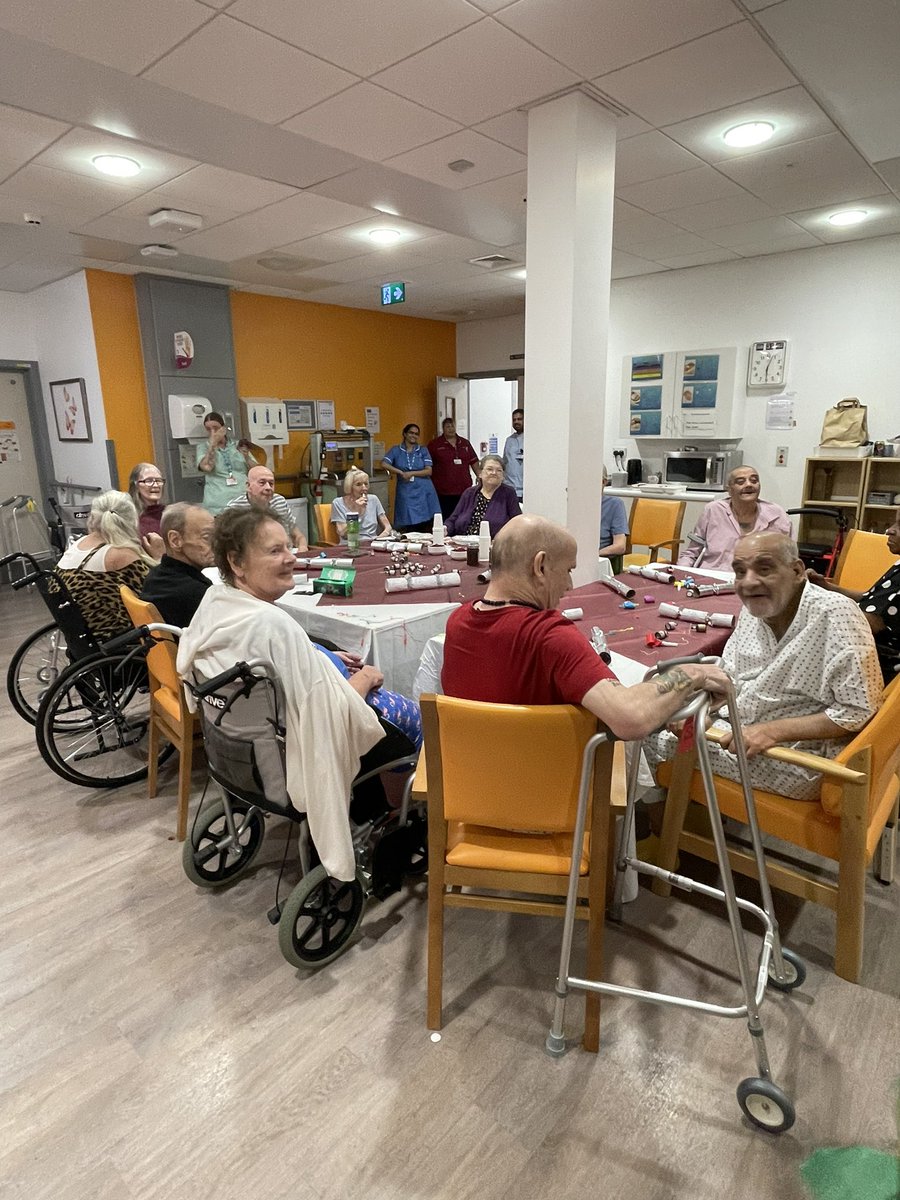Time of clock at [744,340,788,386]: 6:03
